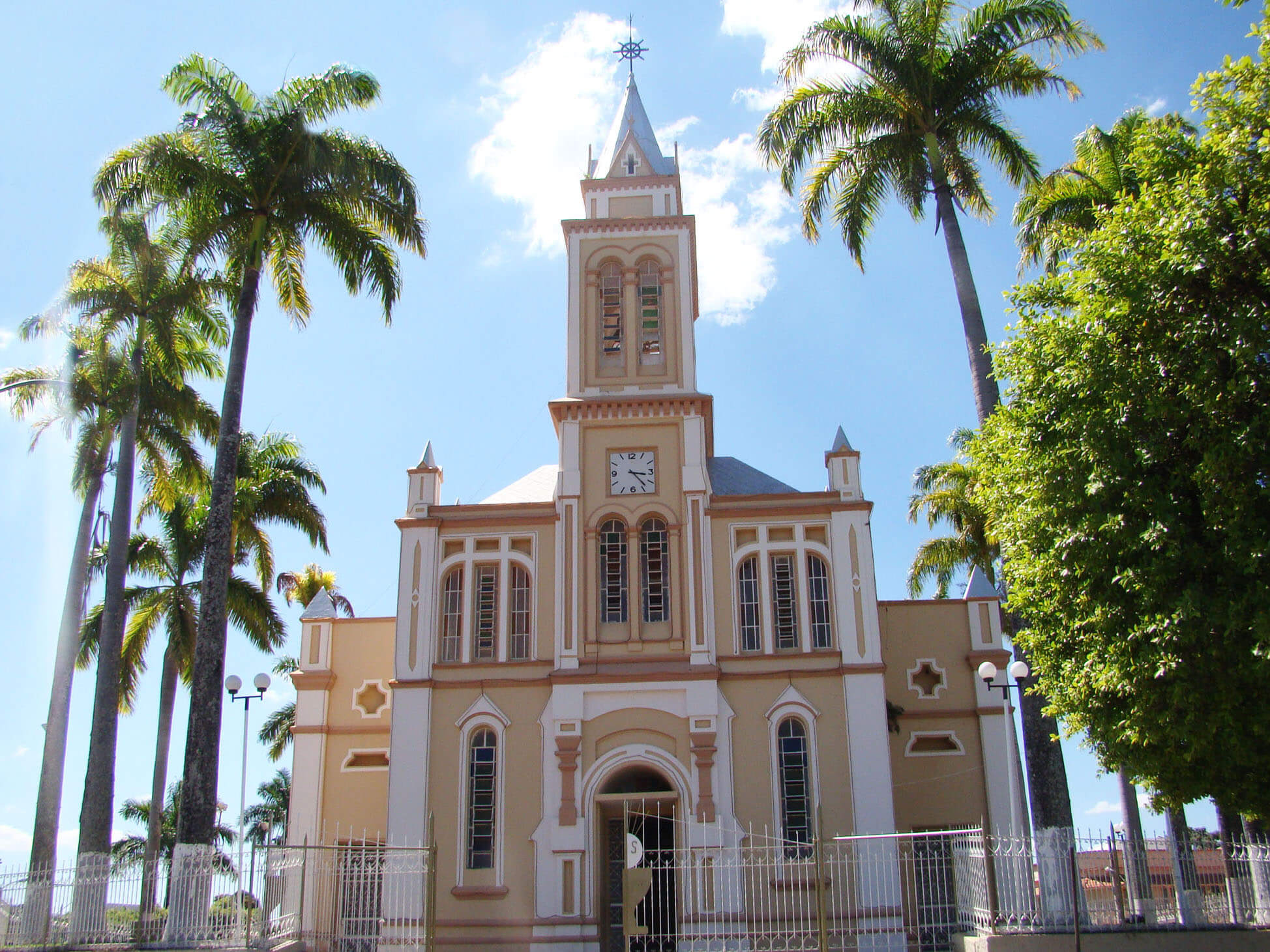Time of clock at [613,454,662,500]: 3:23
